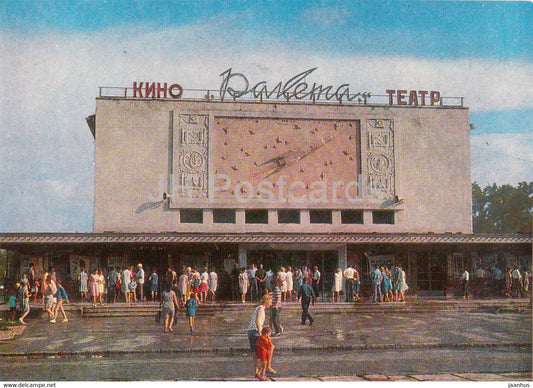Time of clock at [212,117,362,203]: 8:09
